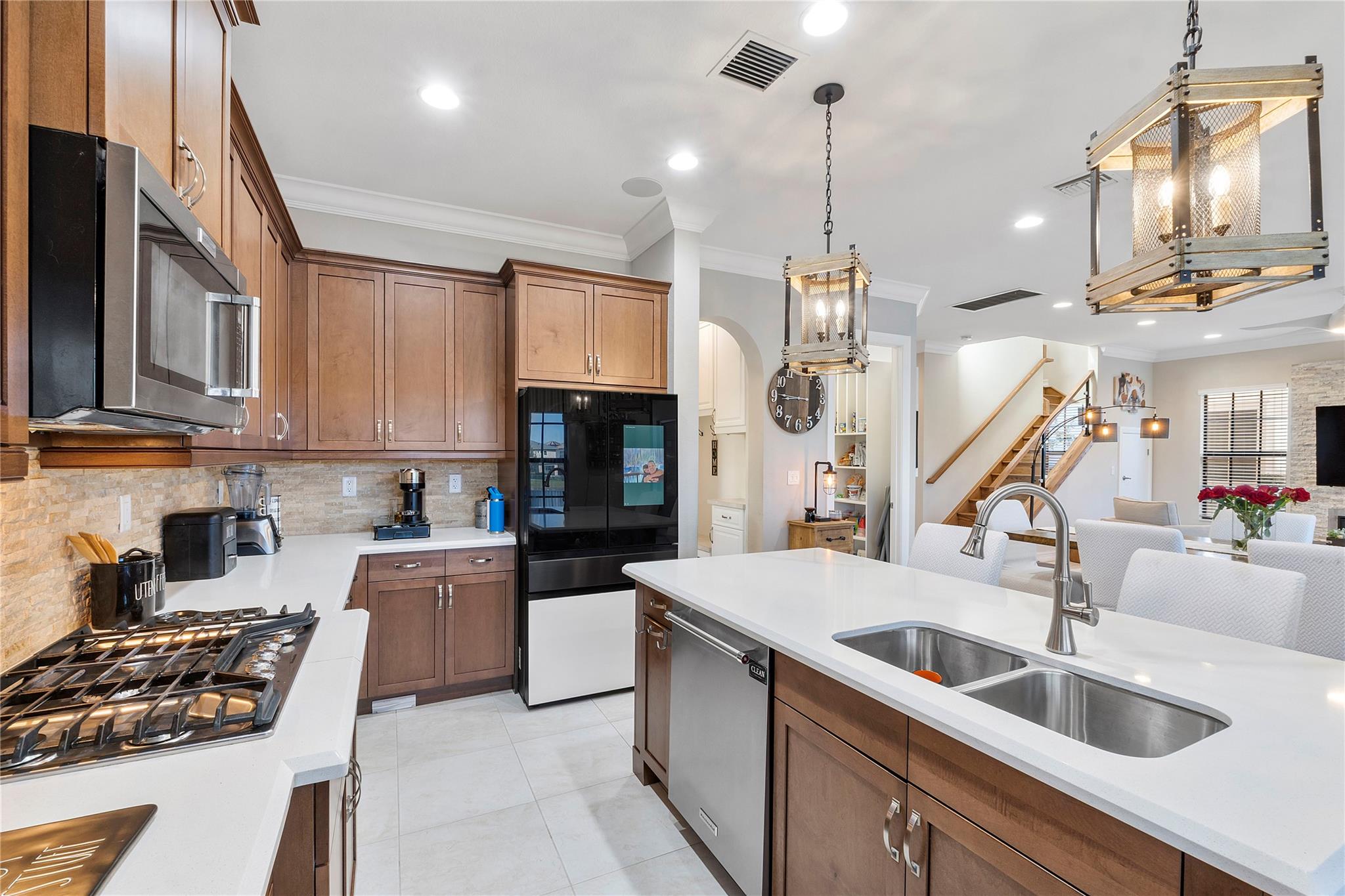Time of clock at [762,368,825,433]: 8:45
